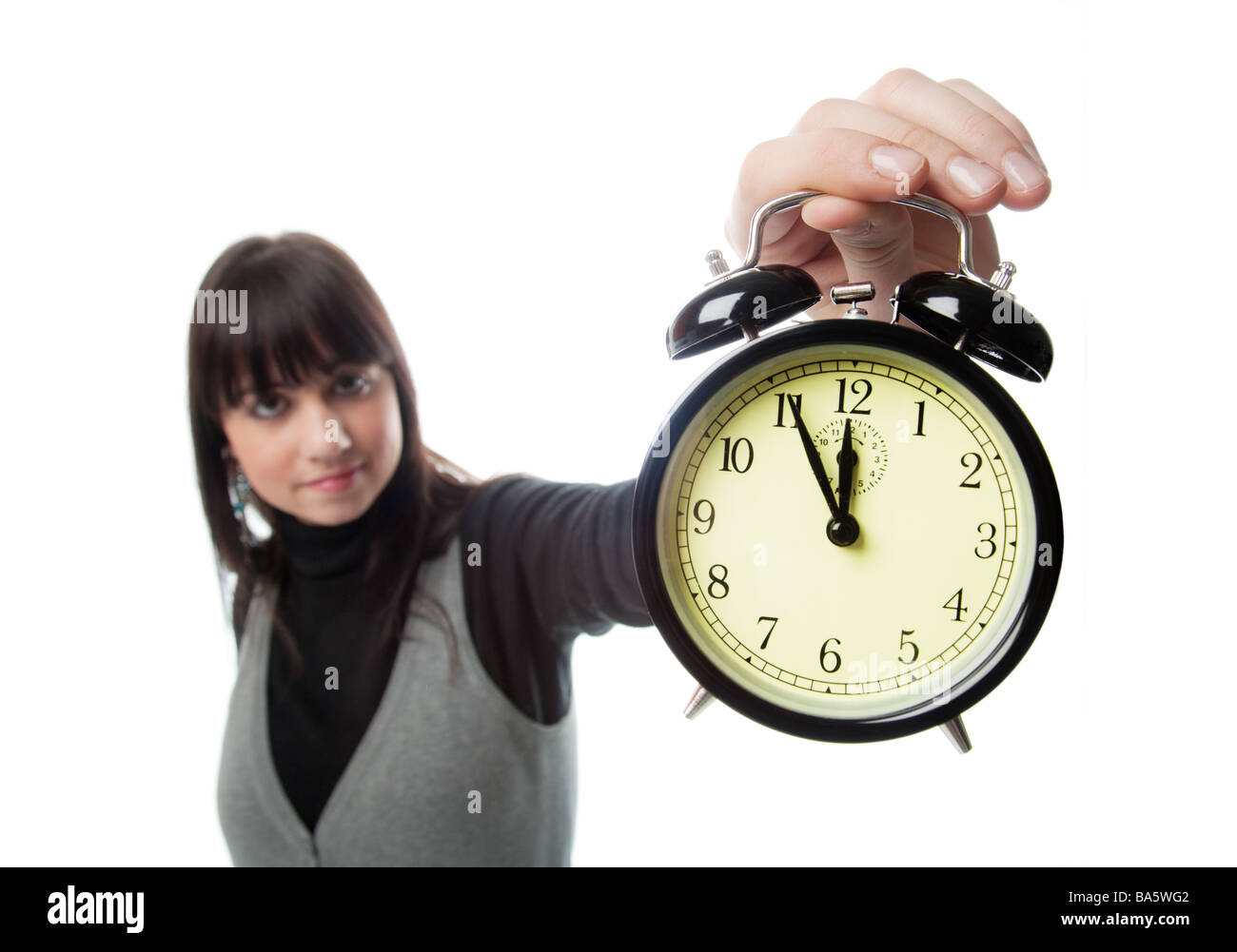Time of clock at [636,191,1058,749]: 11:55
